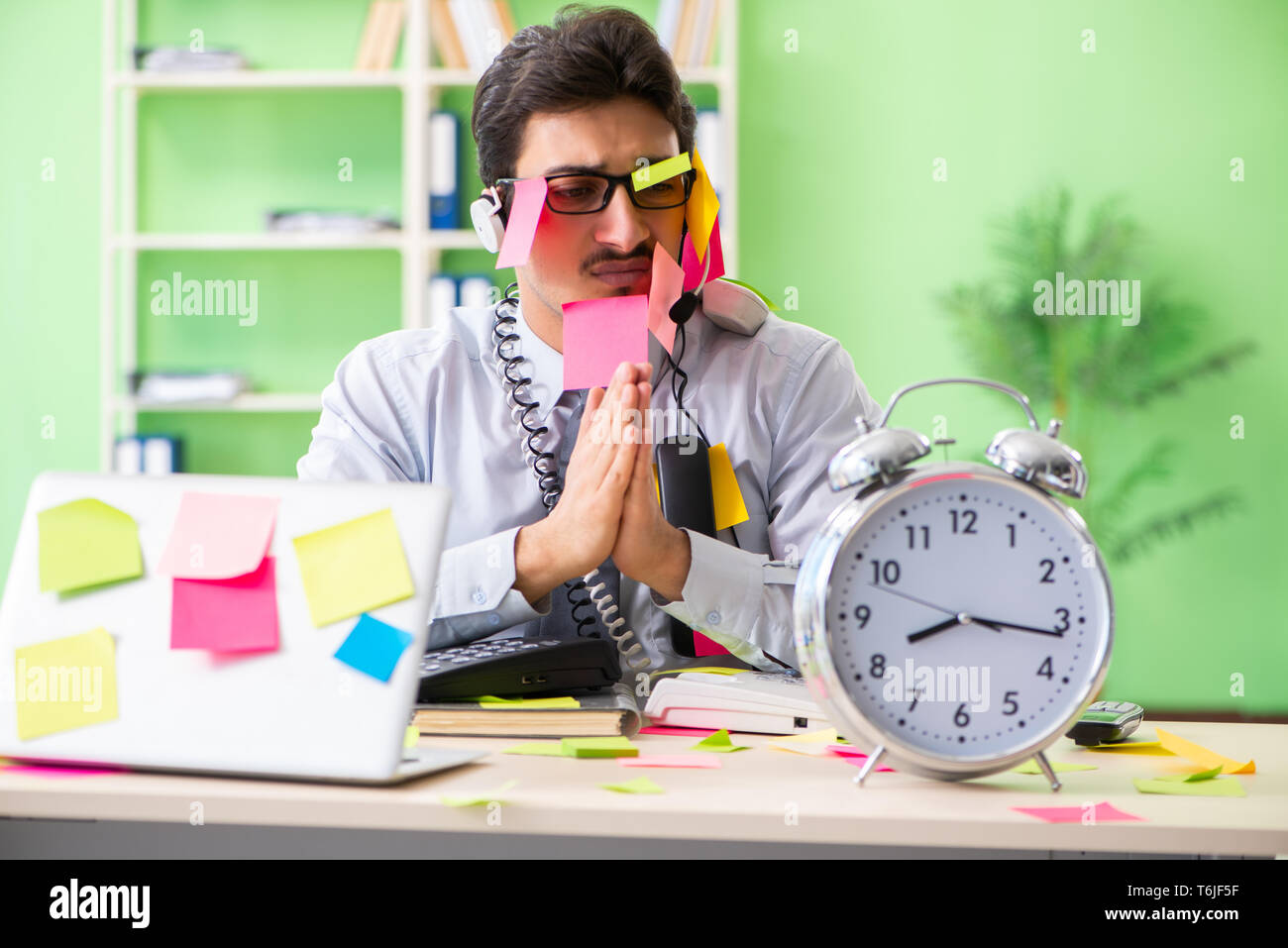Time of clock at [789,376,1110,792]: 8:16
